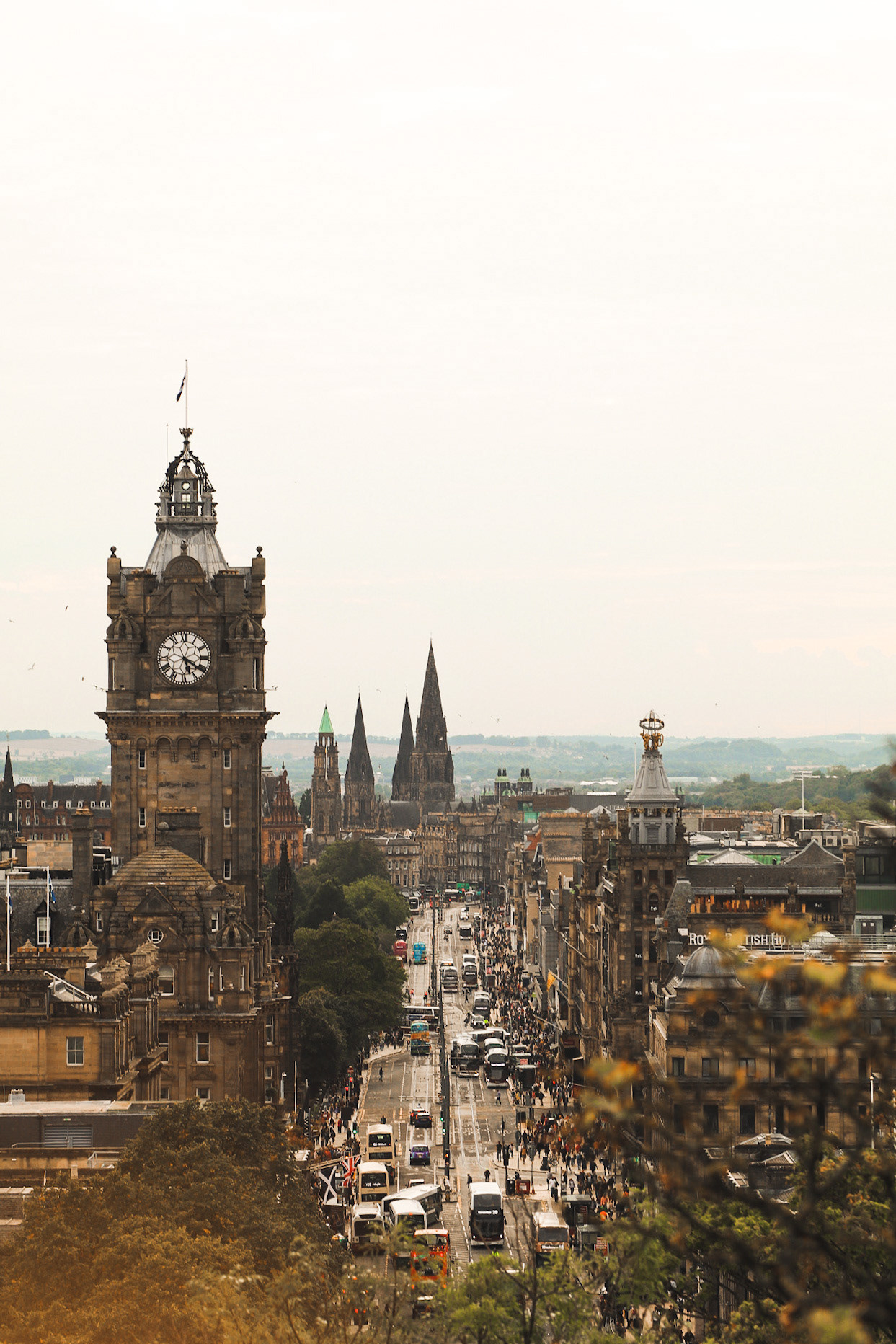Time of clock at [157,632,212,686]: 5:20
